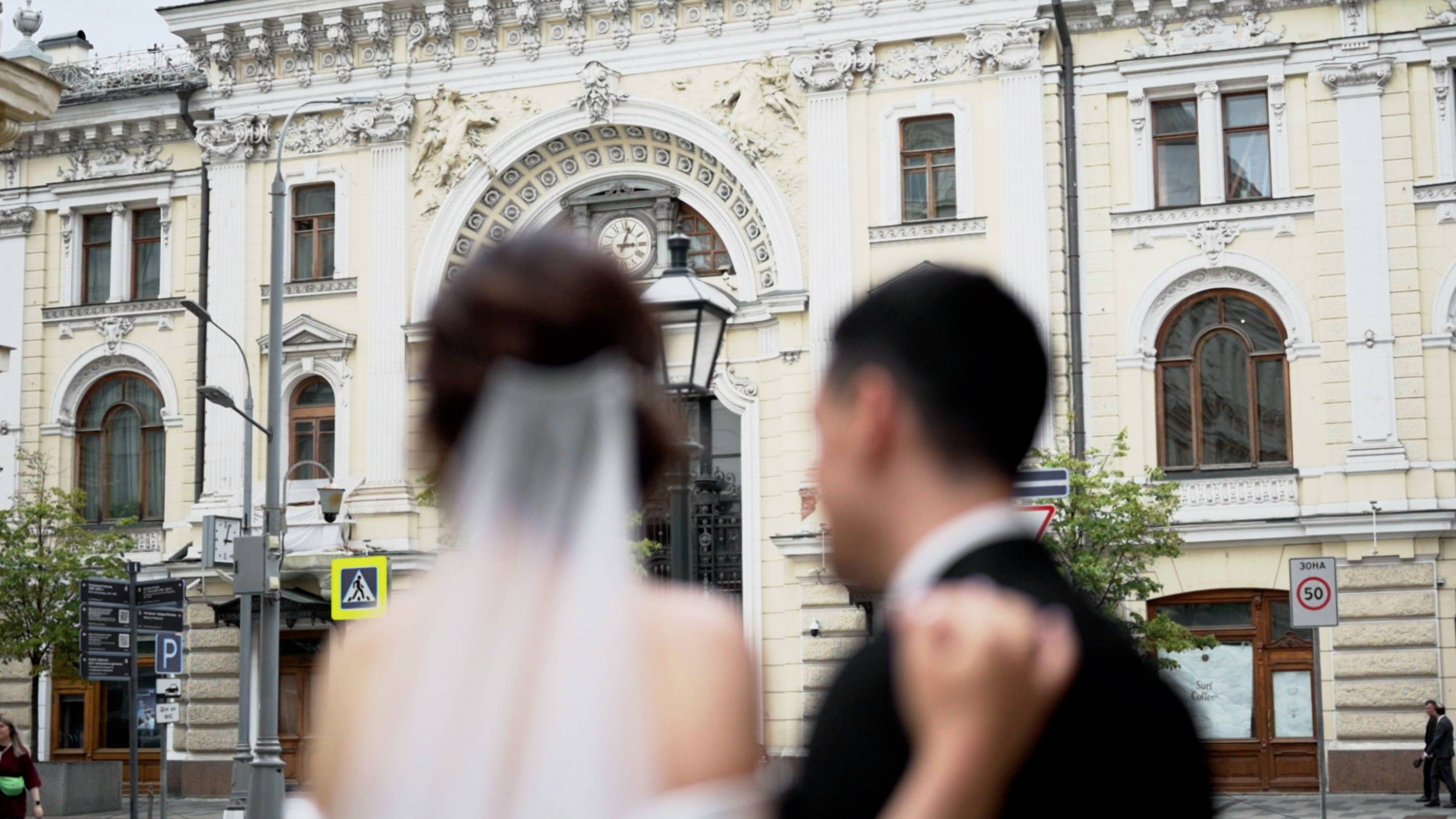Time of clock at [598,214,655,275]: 3:03
